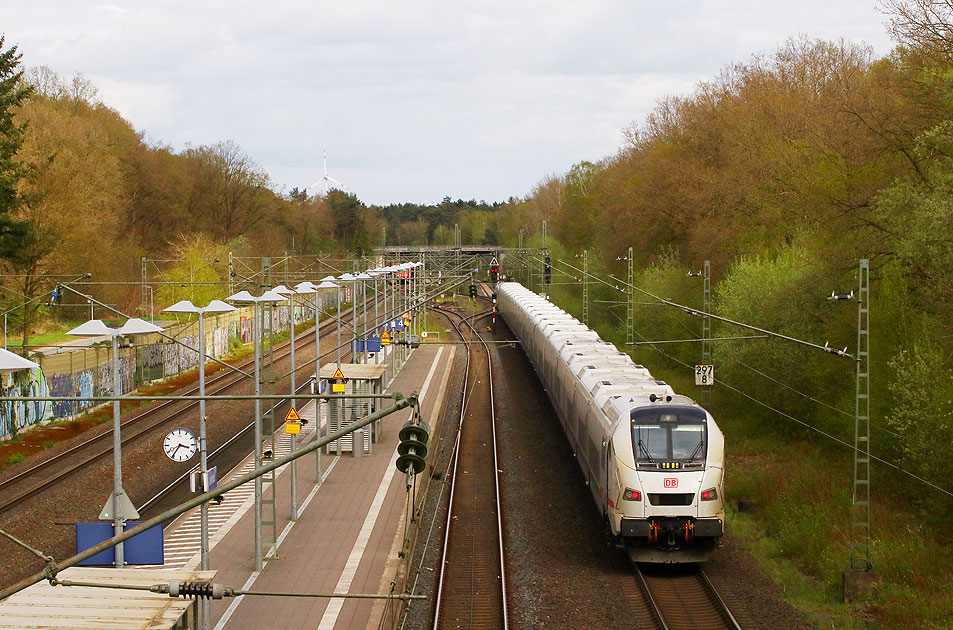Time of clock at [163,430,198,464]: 3:36
